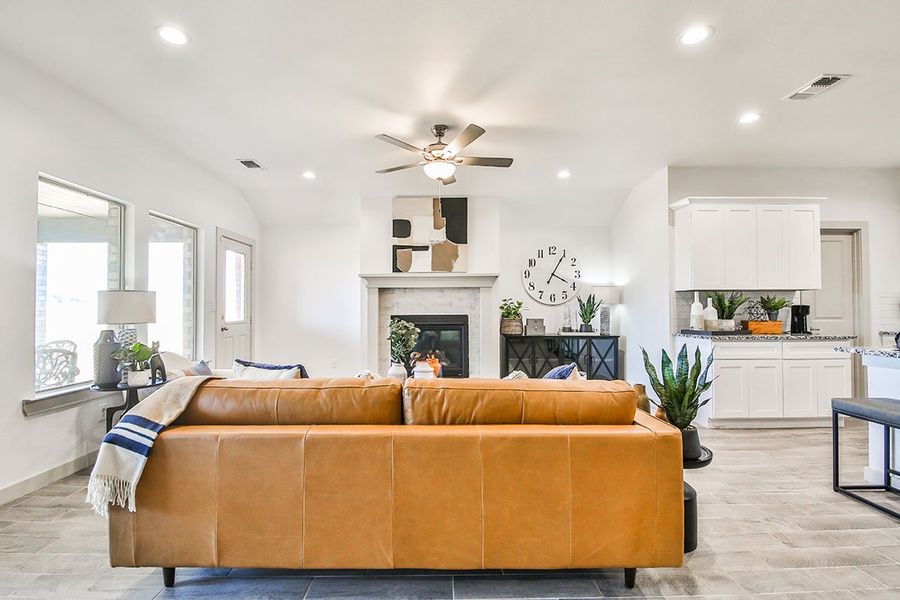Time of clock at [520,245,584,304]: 4:05
